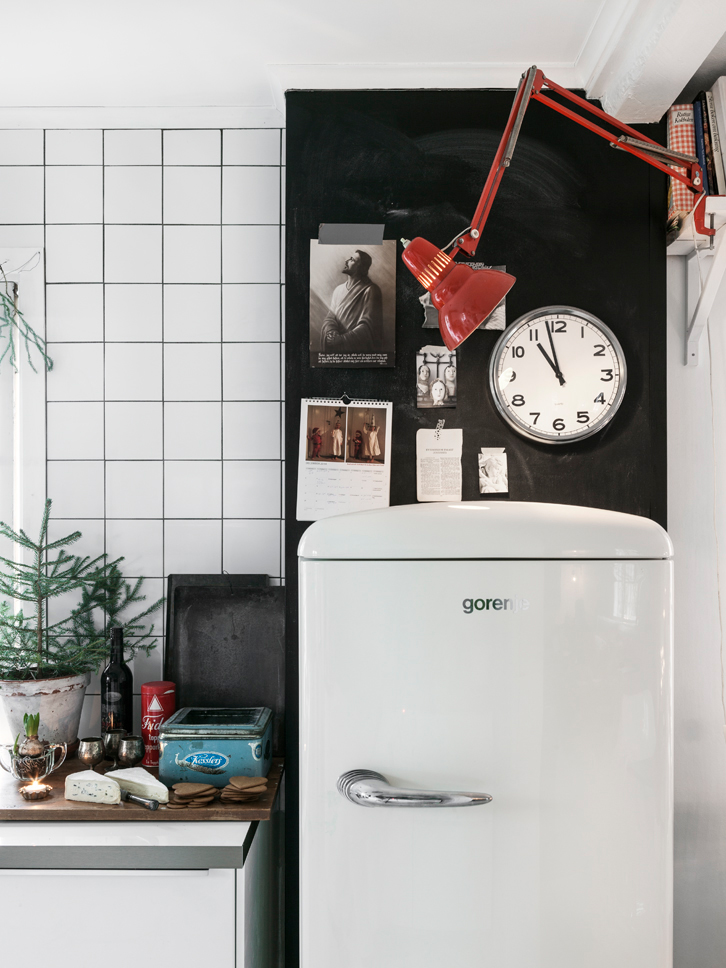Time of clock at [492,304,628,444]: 10:57
